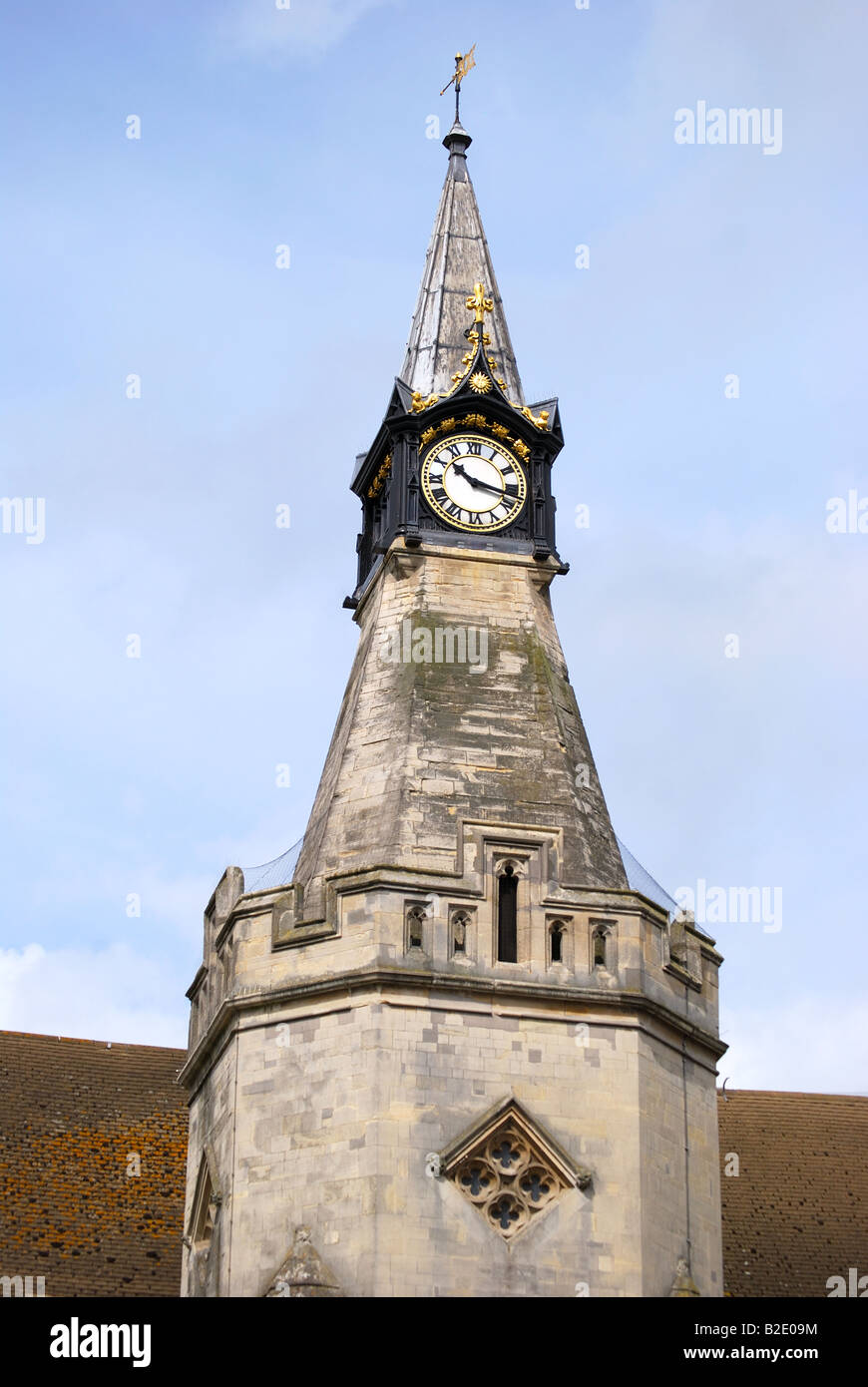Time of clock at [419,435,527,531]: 10:17
